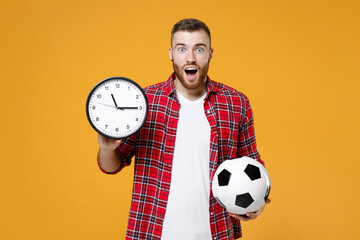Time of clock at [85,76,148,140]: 11:14
